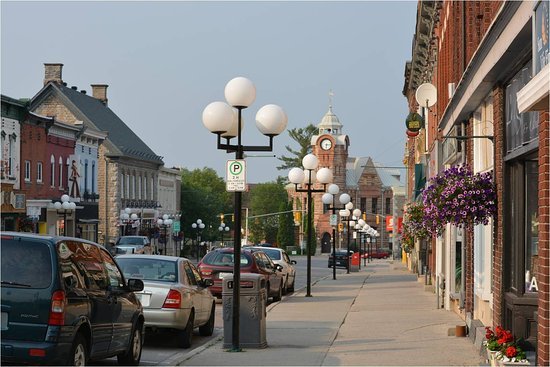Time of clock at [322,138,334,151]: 6:15
